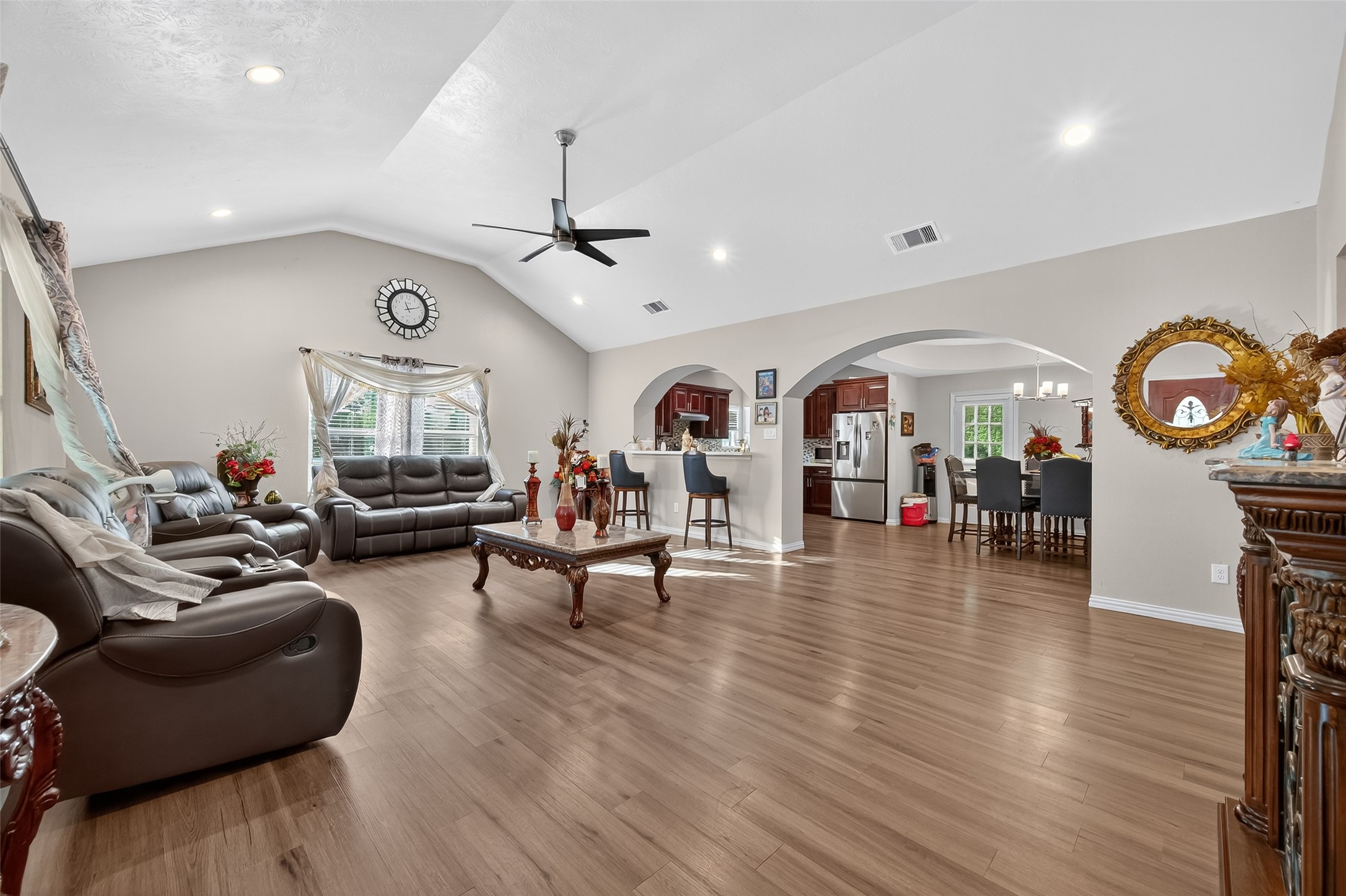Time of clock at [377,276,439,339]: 11:12
